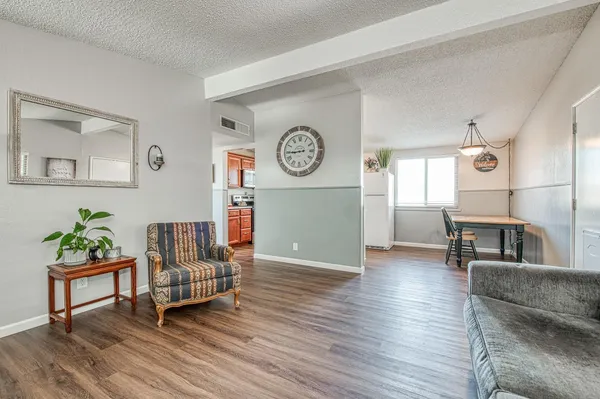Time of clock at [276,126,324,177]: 8:44
